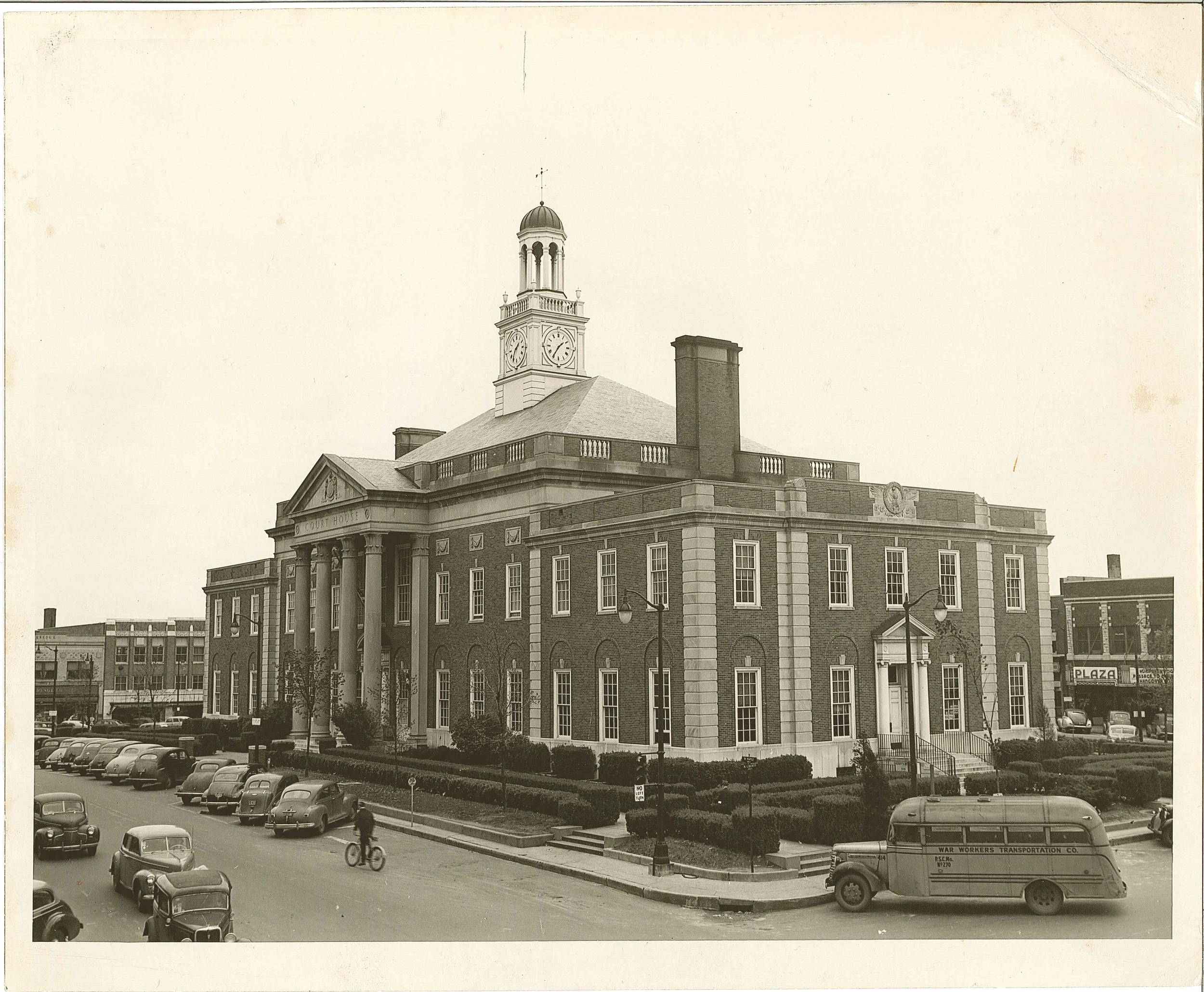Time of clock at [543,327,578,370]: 1:35
